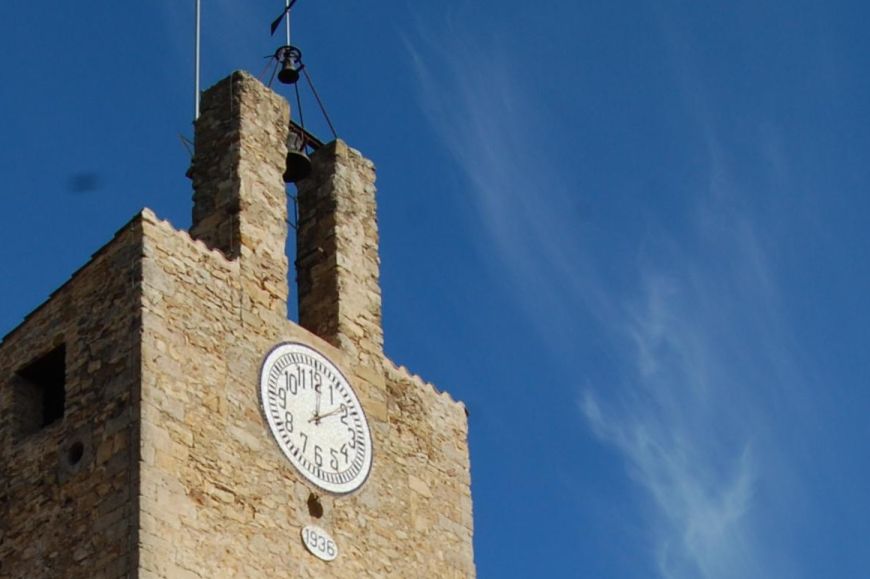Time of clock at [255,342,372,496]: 12:08
